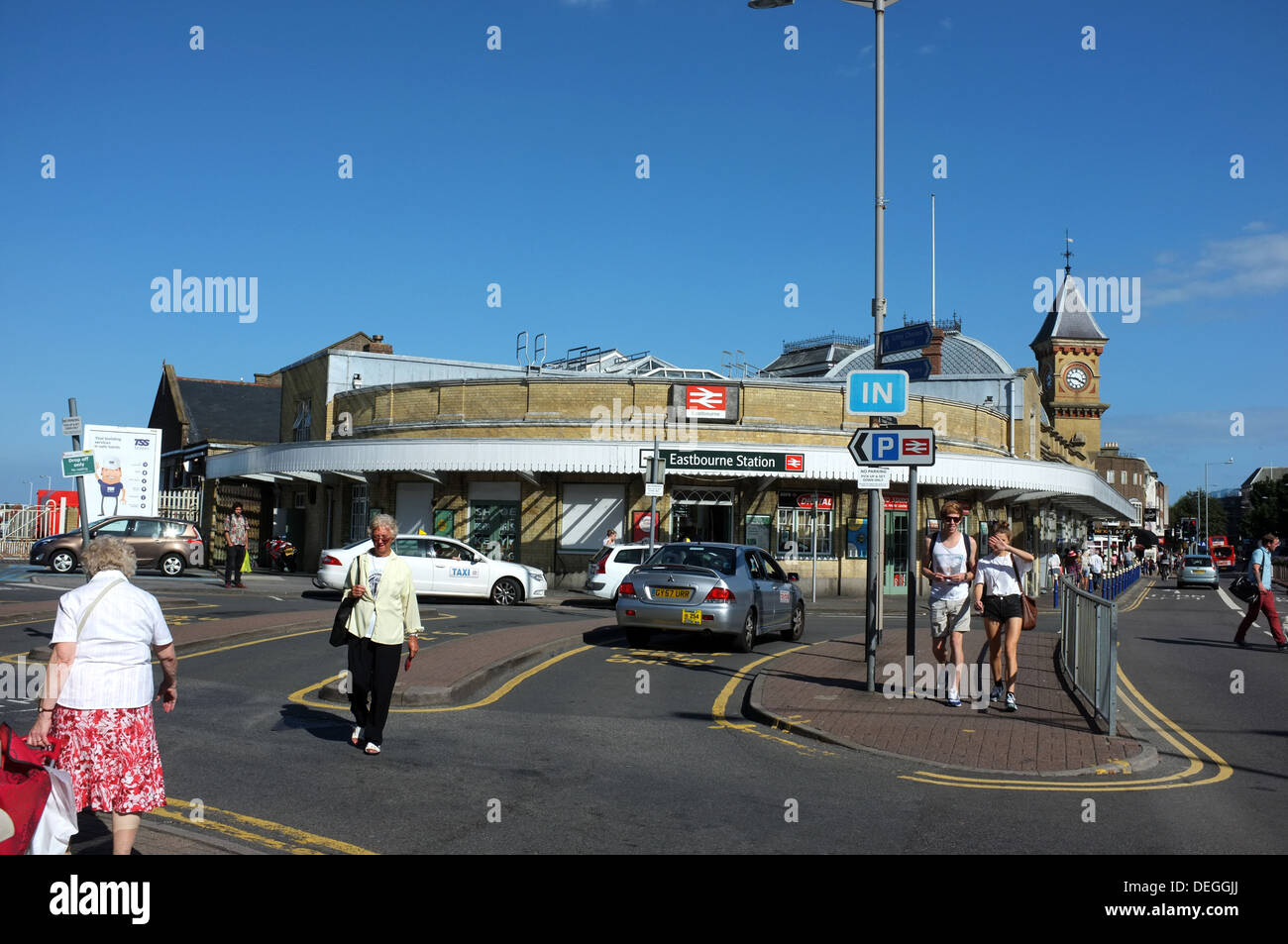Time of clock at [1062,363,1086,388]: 3:45
